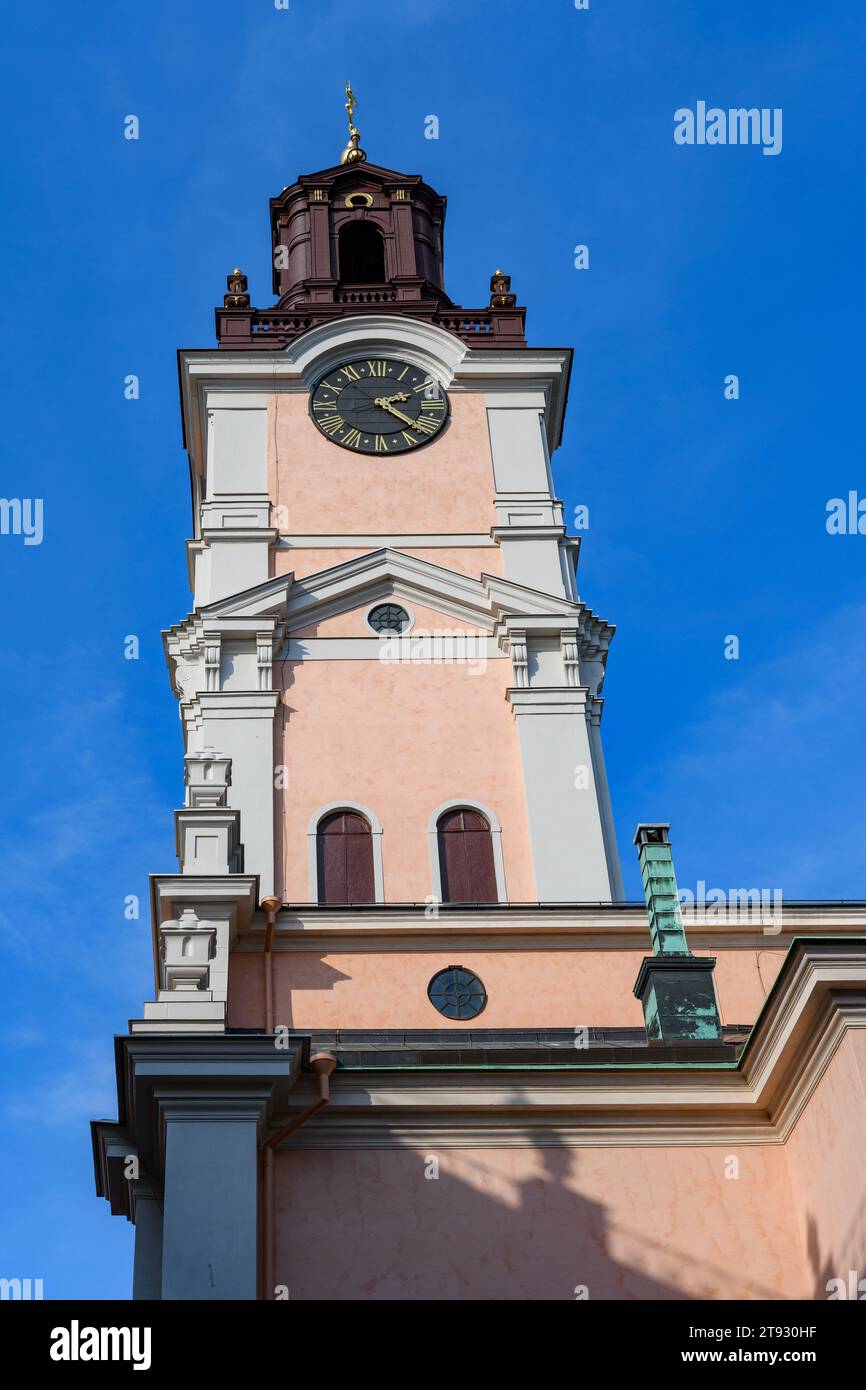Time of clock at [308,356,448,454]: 2:22
